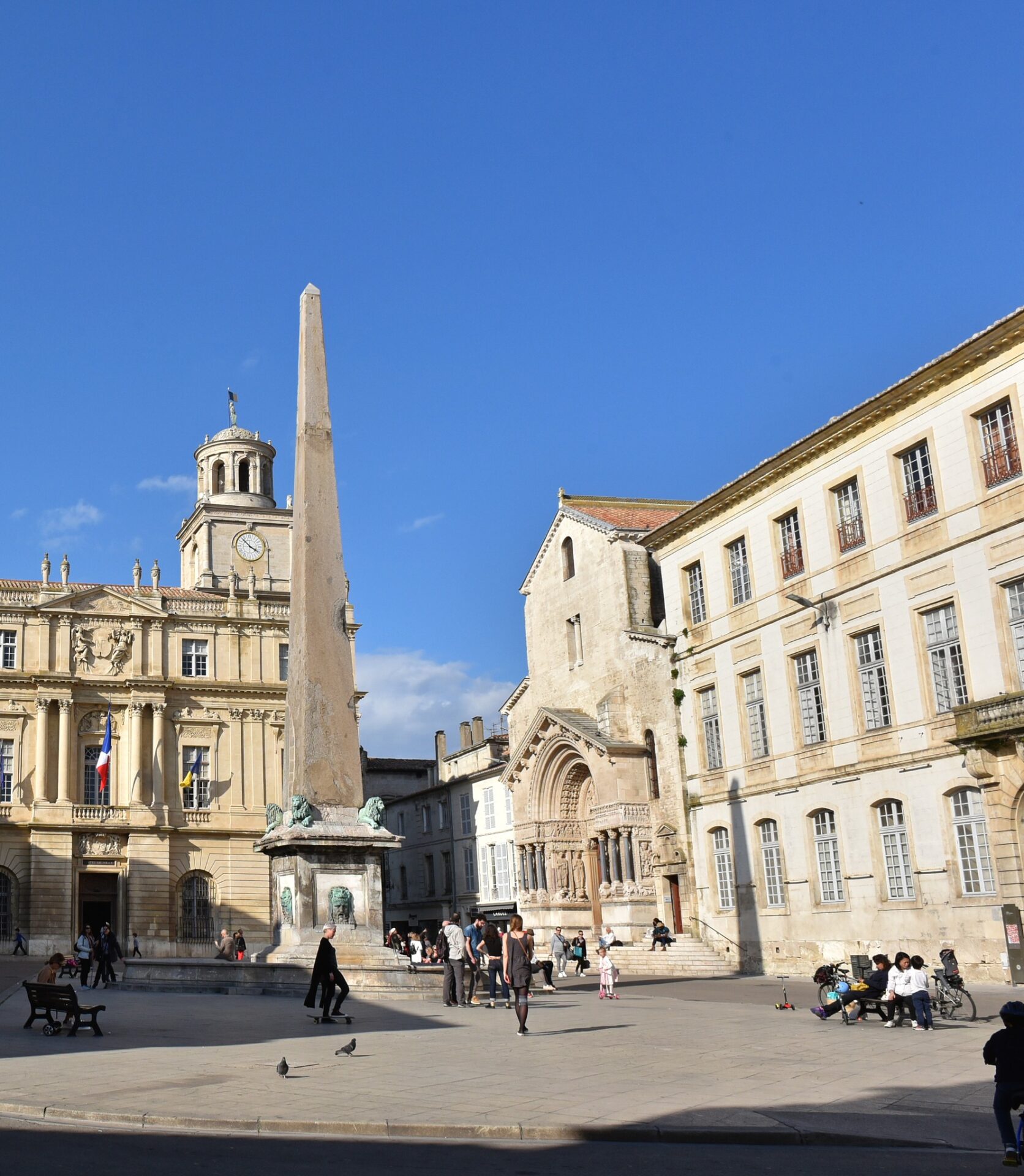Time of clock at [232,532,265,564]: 3:52
